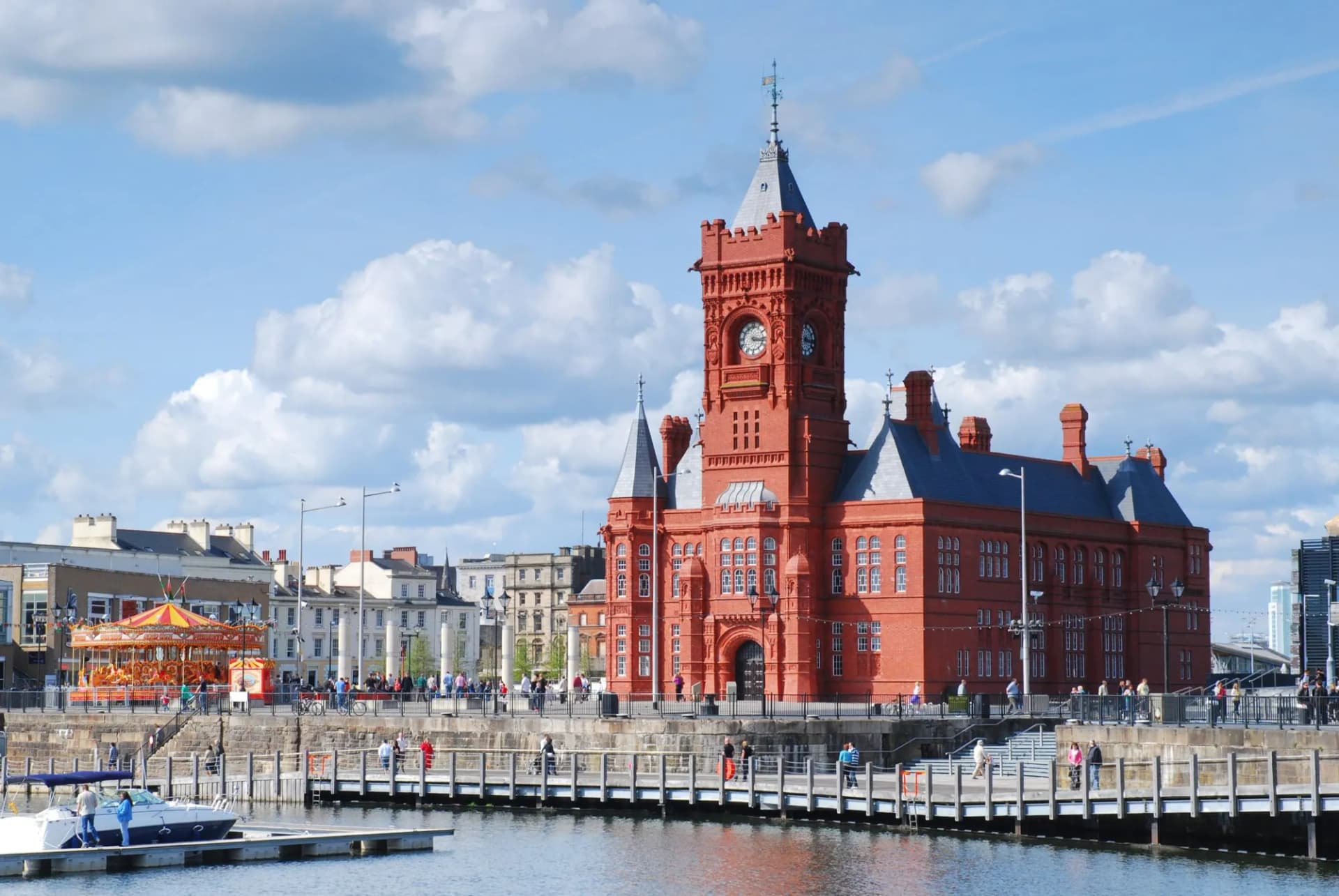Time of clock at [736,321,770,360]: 3:16
